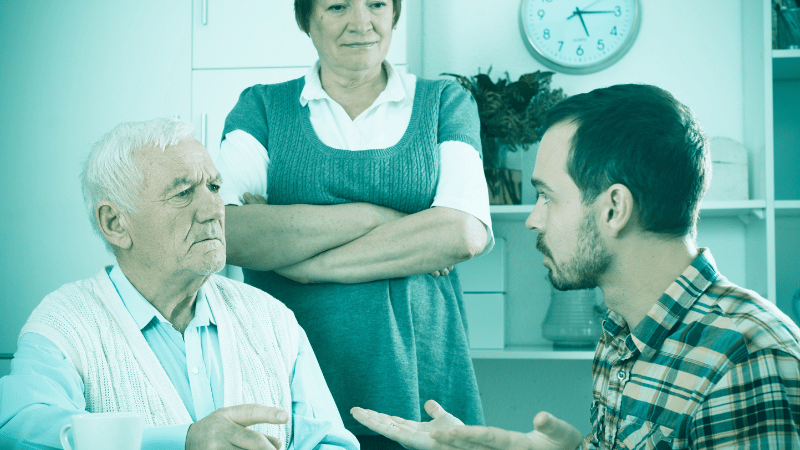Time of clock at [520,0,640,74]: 5:15
